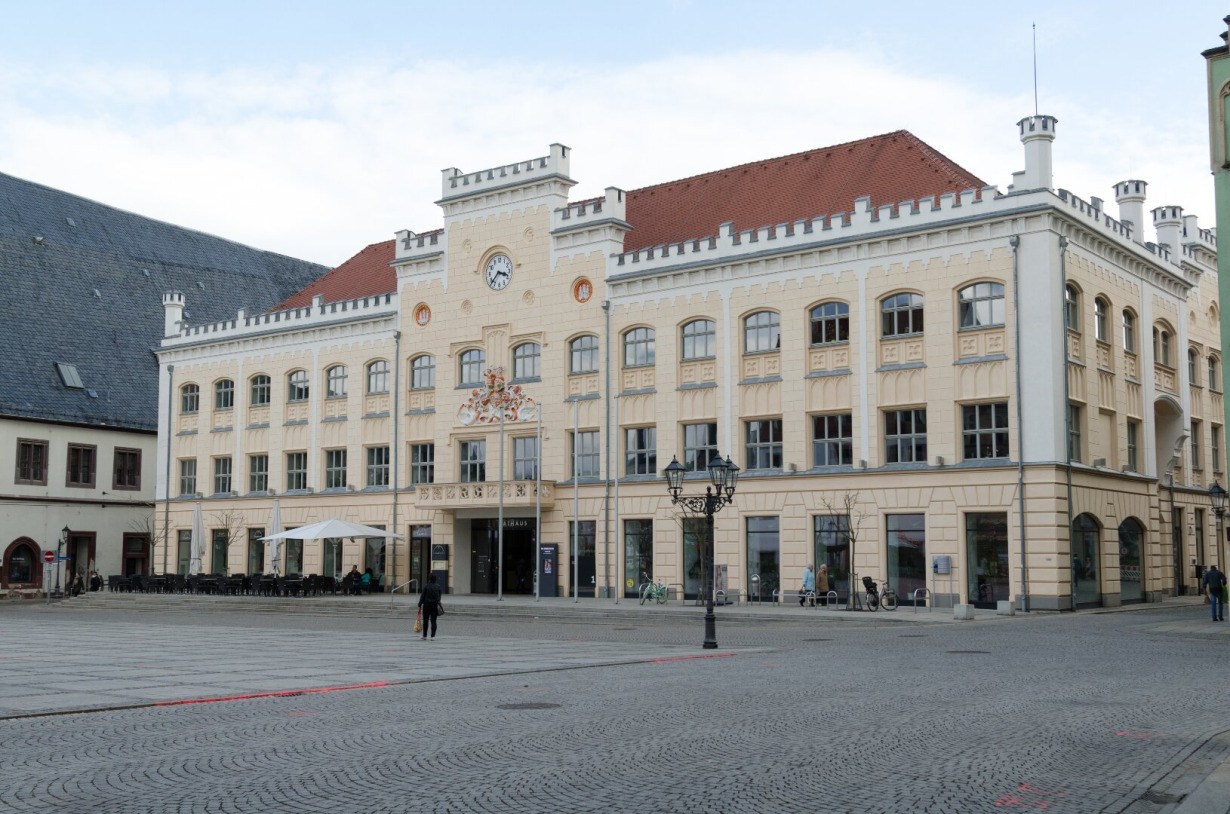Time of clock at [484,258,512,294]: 3:37
